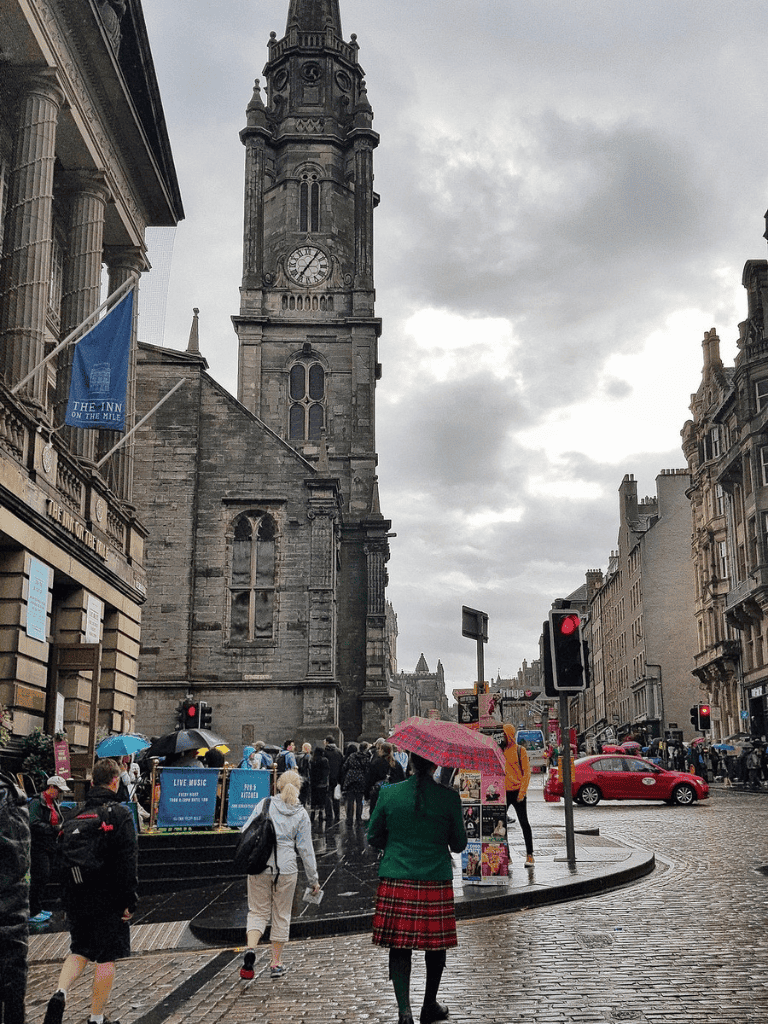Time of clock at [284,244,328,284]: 7:06
